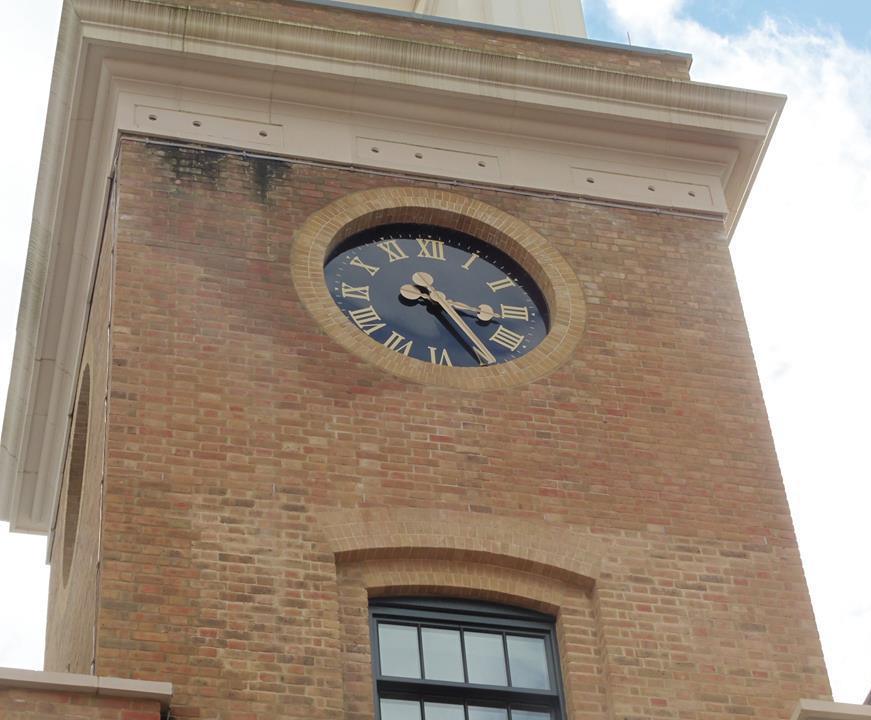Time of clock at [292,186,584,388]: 3:24
